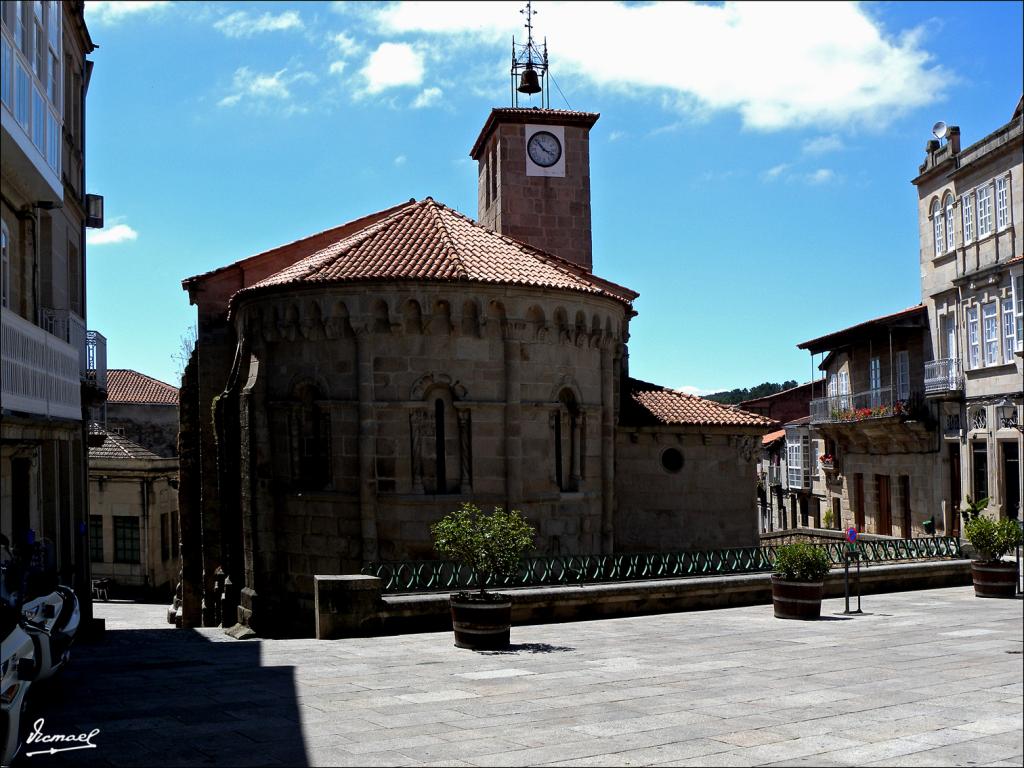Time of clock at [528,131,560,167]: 3:52
